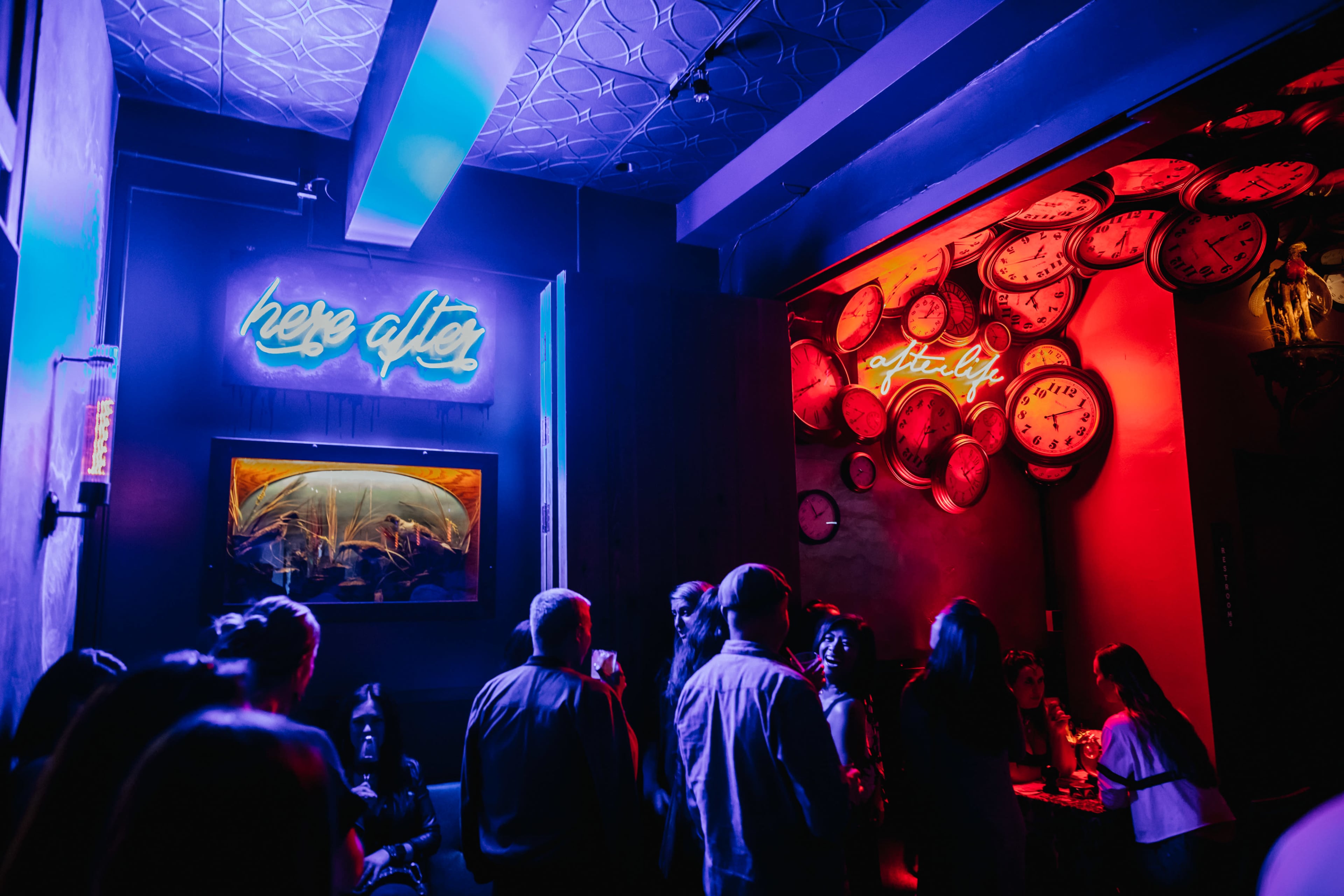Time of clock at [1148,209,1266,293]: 2:23
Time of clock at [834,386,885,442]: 9:39
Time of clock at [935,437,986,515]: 2:22
